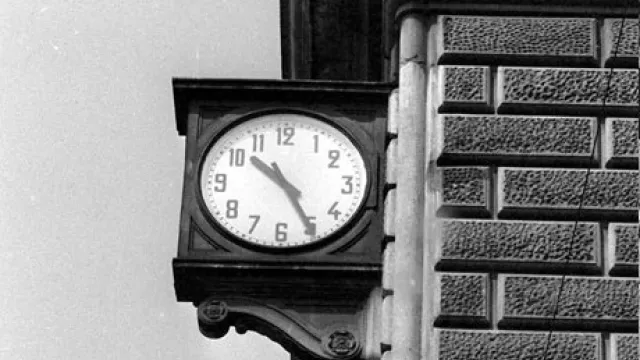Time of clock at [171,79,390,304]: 10:25
